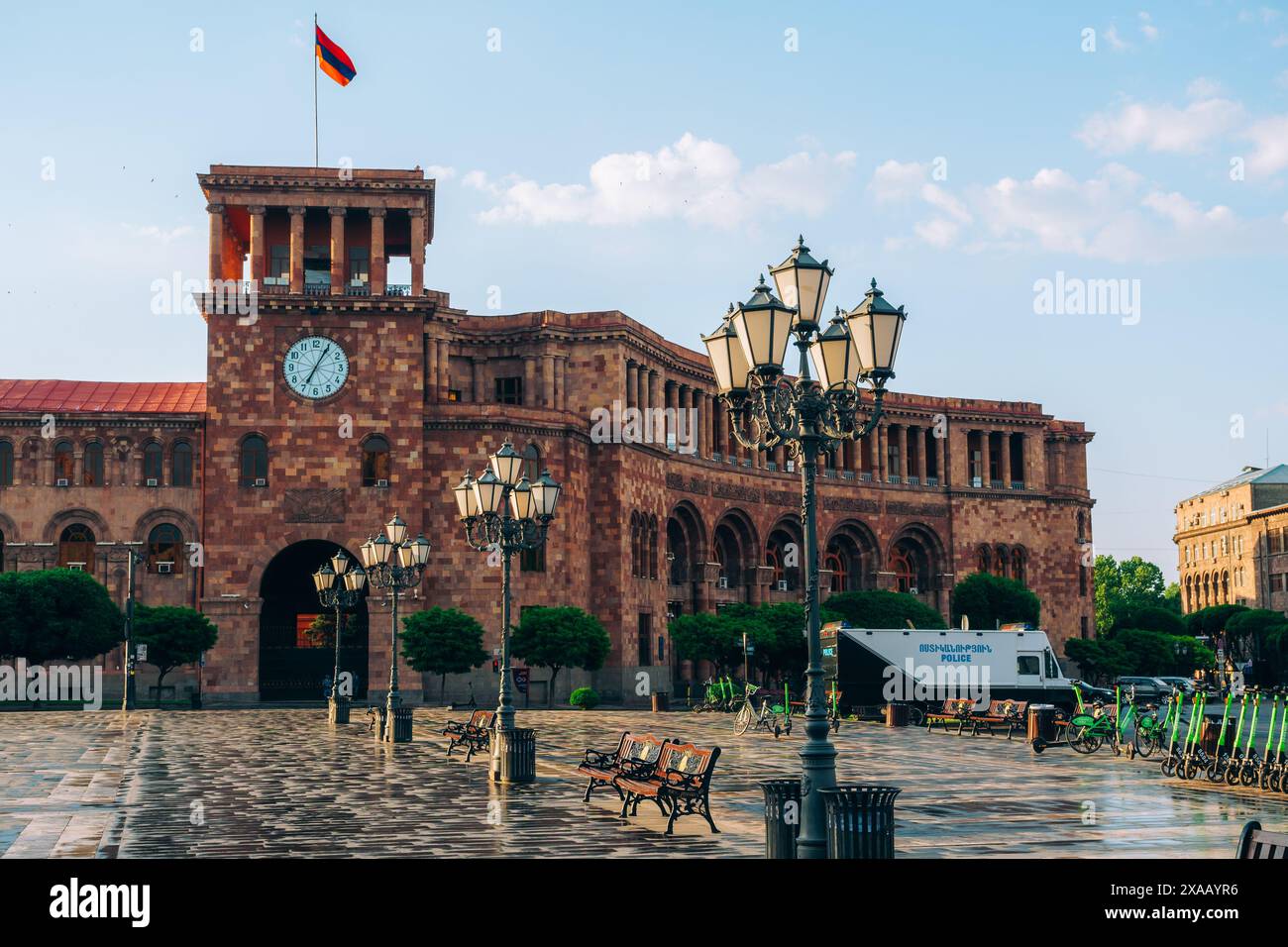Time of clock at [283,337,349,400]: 7:05
